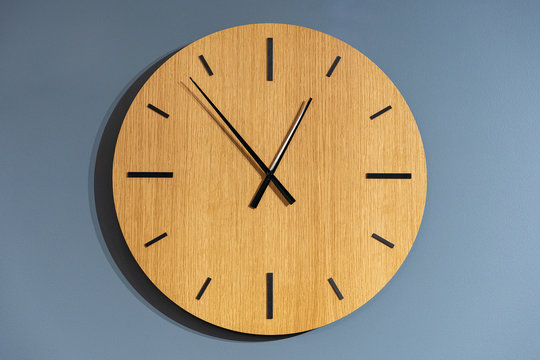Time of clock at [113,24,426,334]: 12:53
